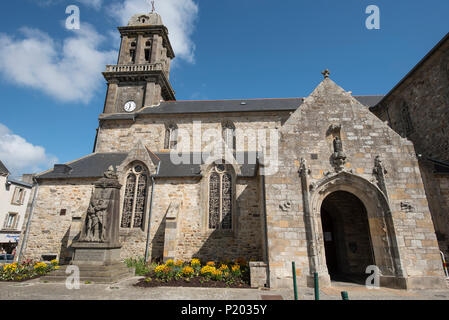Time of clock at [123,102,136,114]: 11:32
